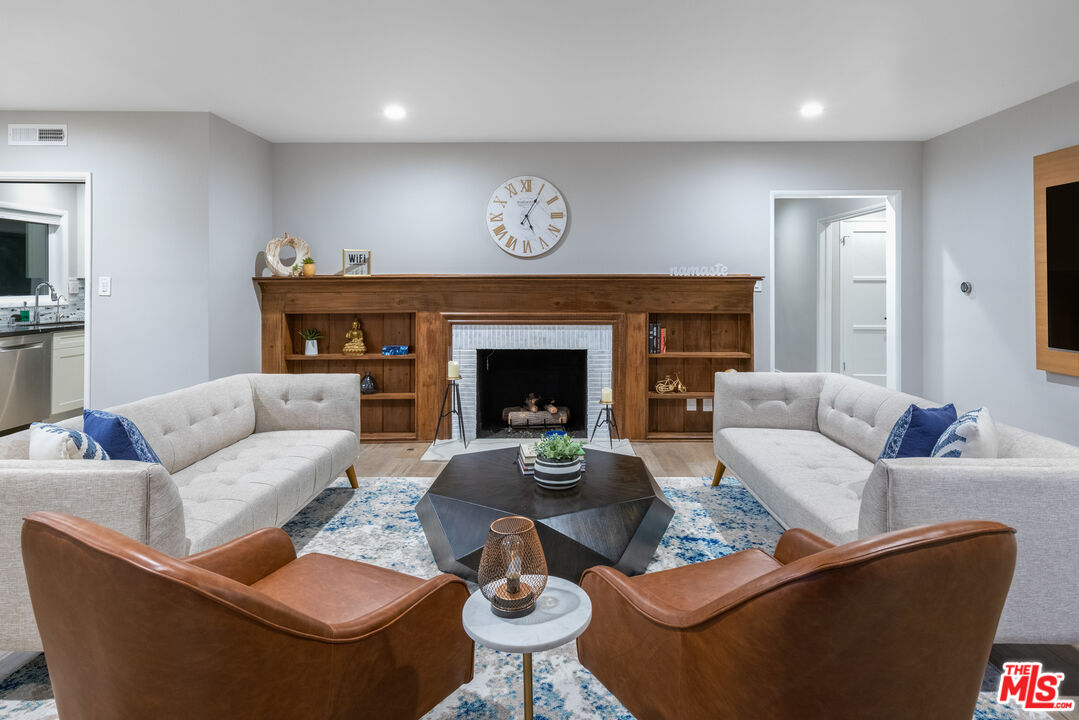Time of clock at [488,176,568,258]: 5:05
